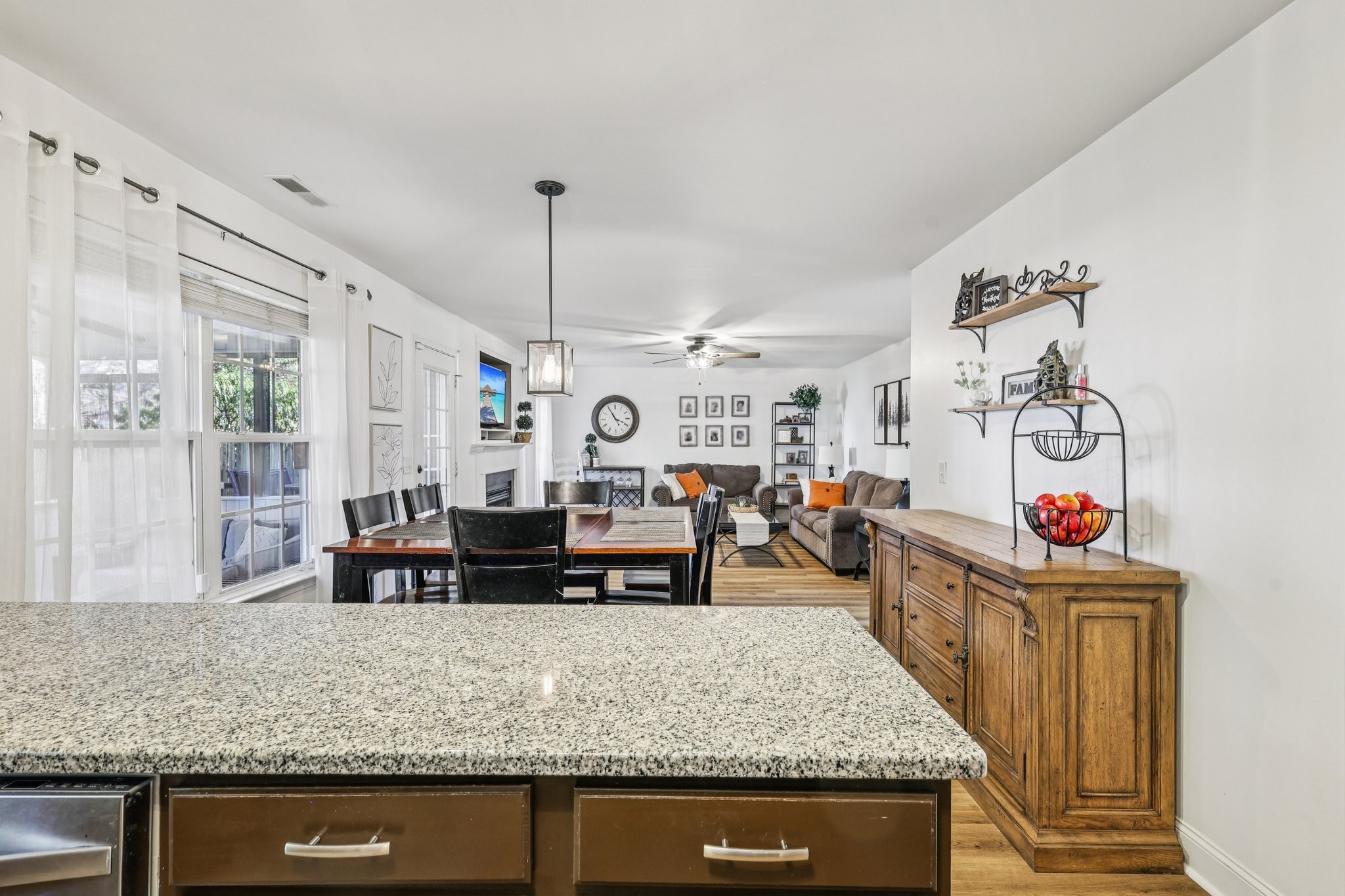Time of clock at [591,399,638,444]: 3:55
